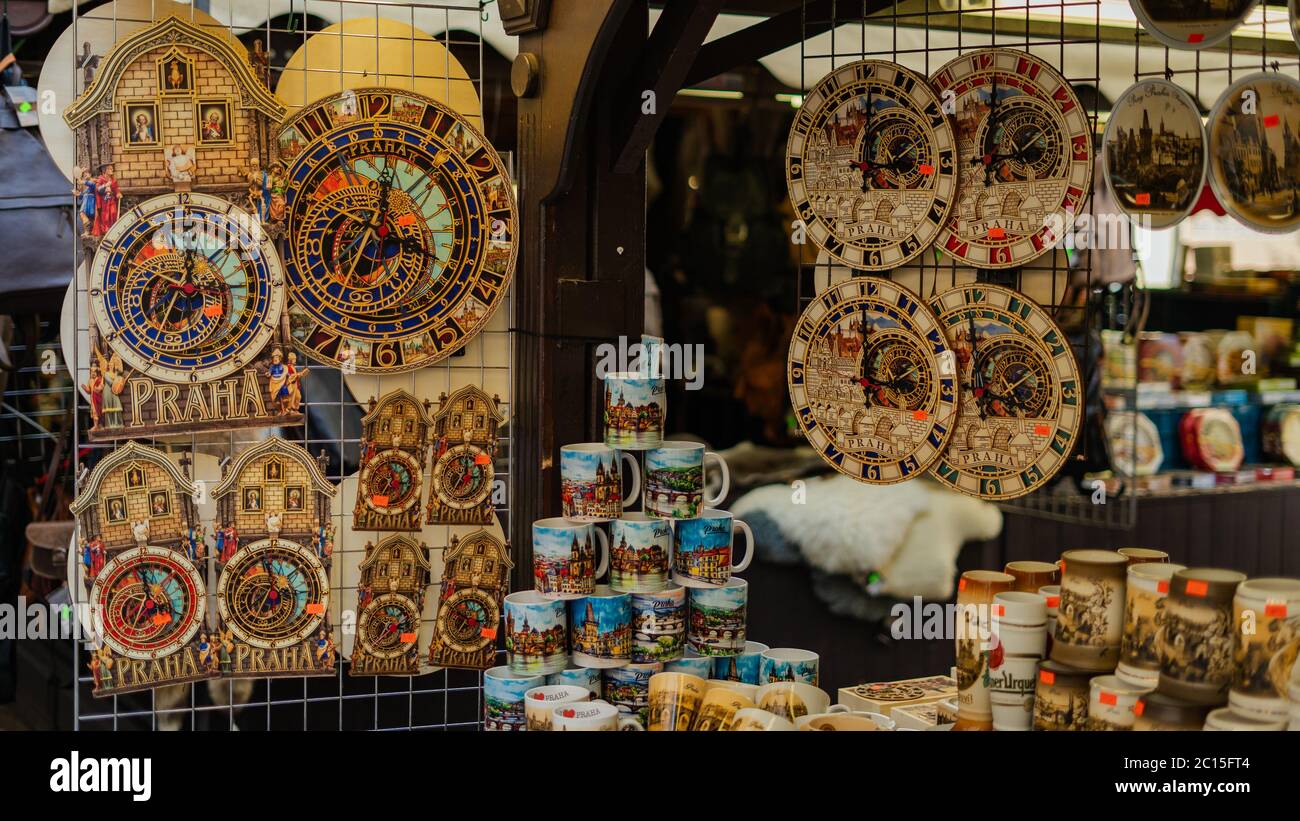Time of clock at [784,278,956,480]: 2:59
